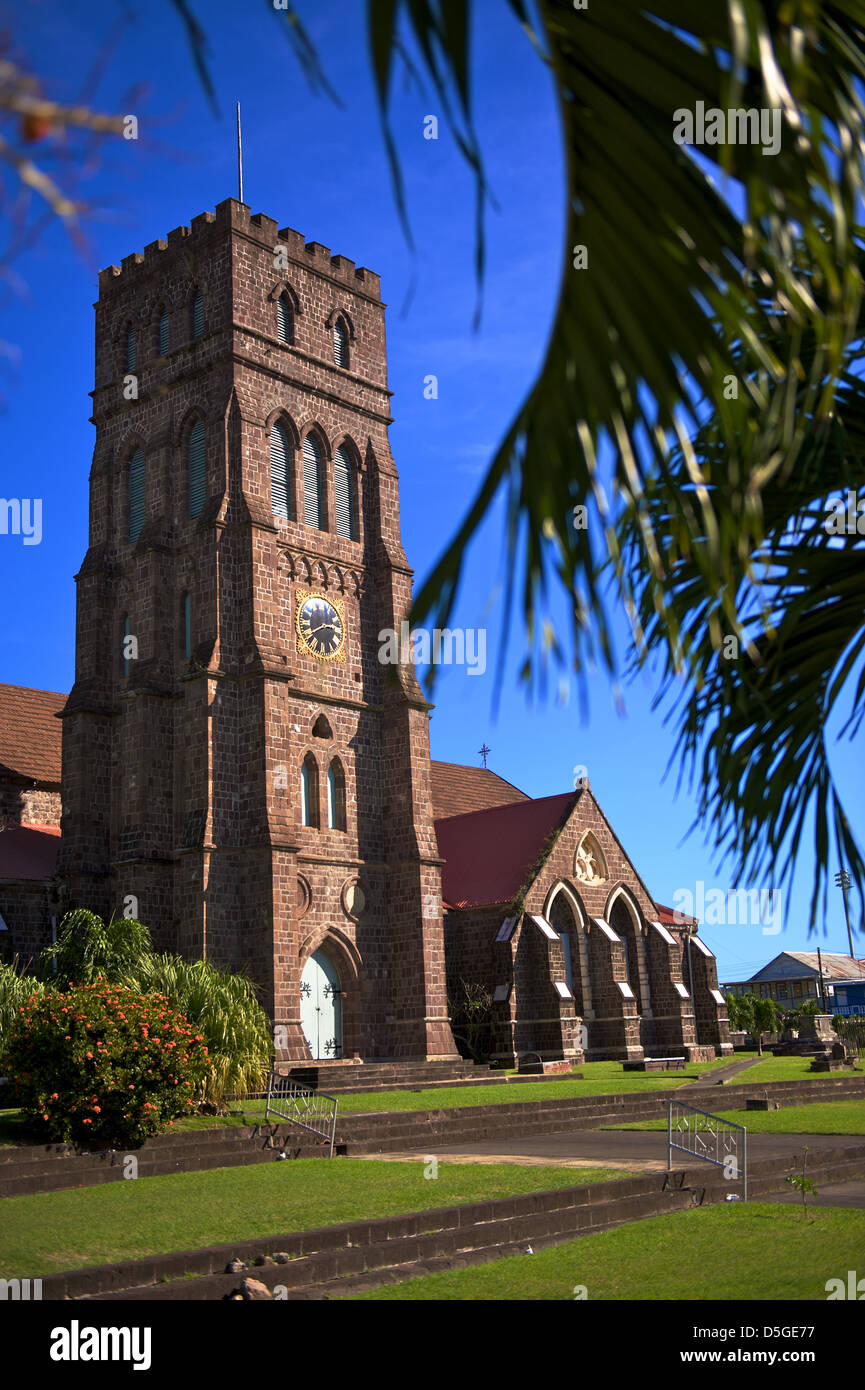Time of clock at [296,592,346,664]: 2:40
